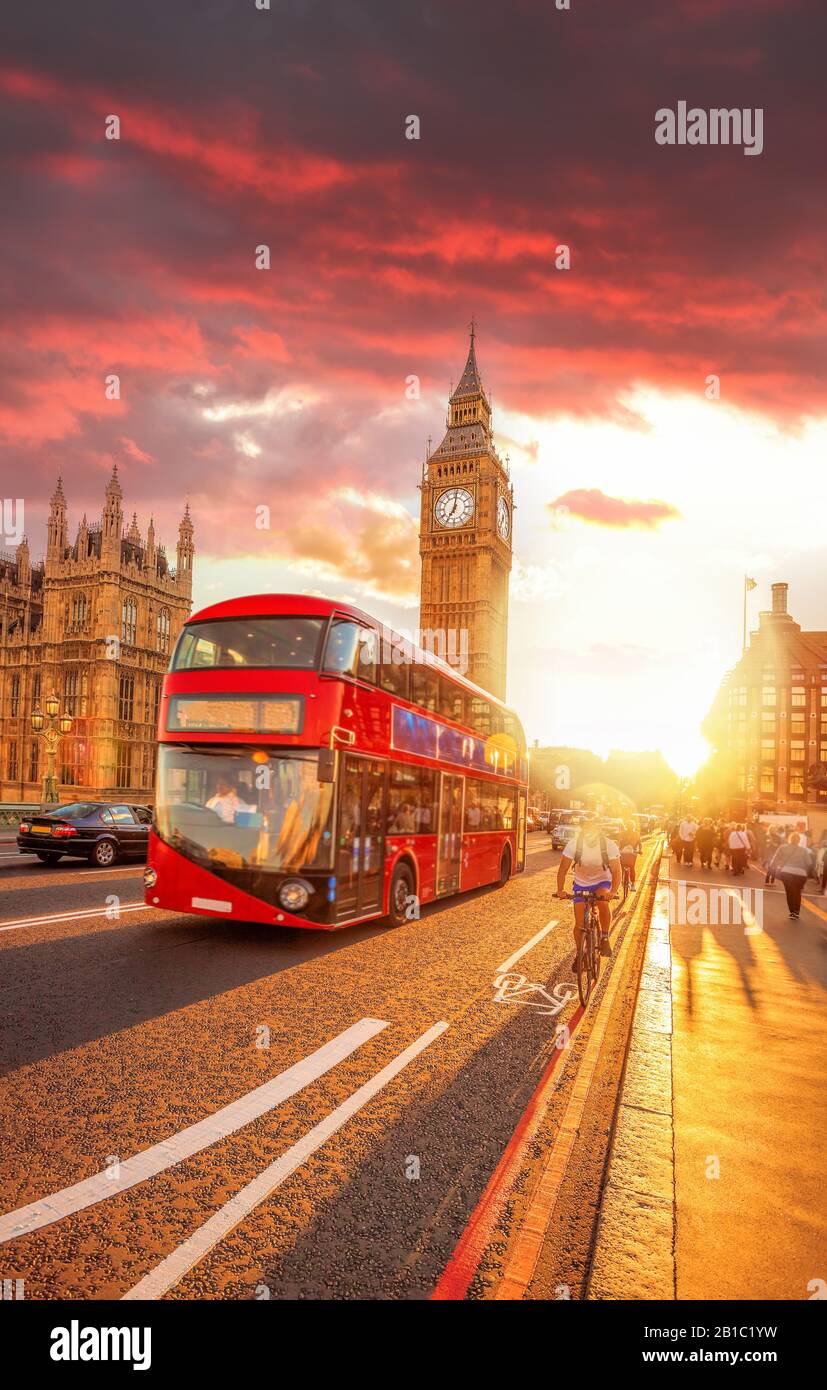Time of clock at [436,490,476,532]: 7:01
